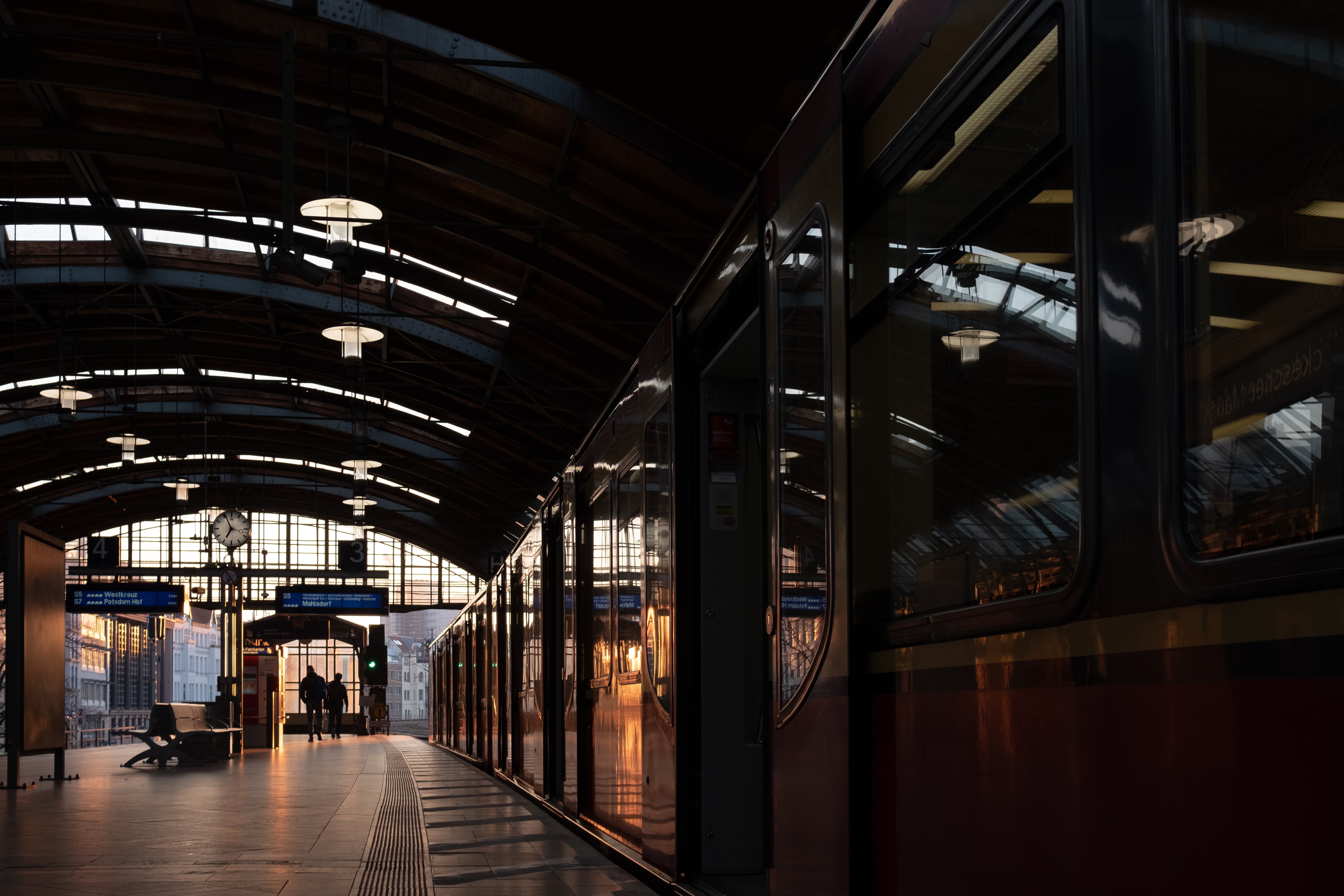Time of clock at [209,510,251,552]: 6:55
